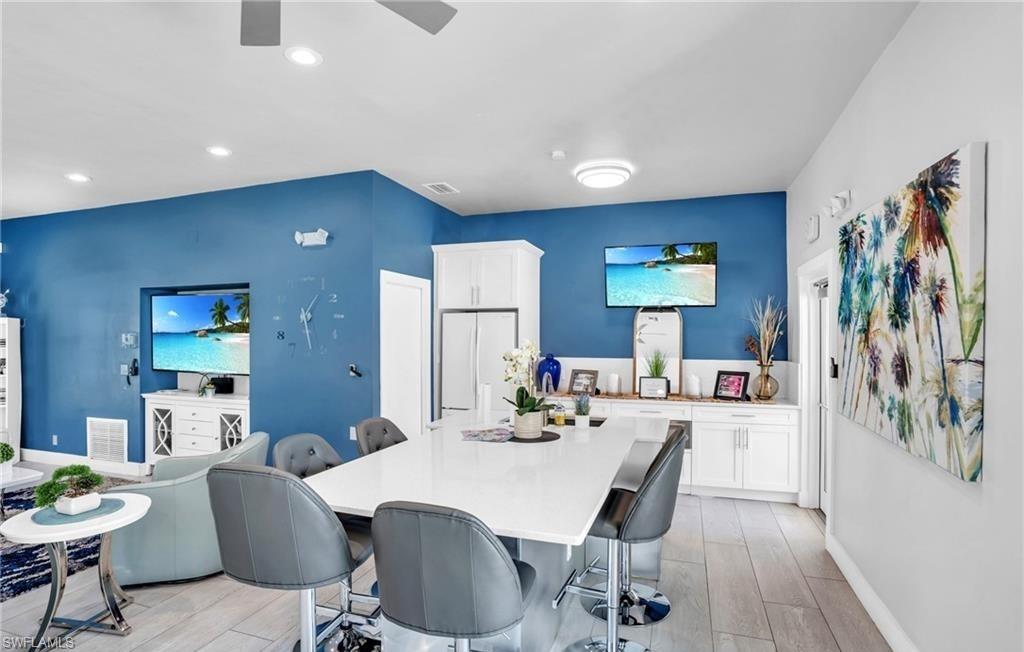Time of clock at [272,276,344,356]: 1:28
